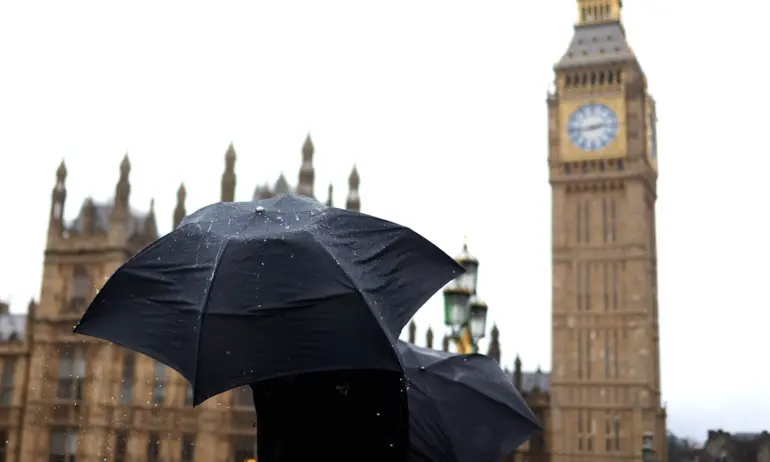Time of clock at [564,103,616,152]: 2:43
